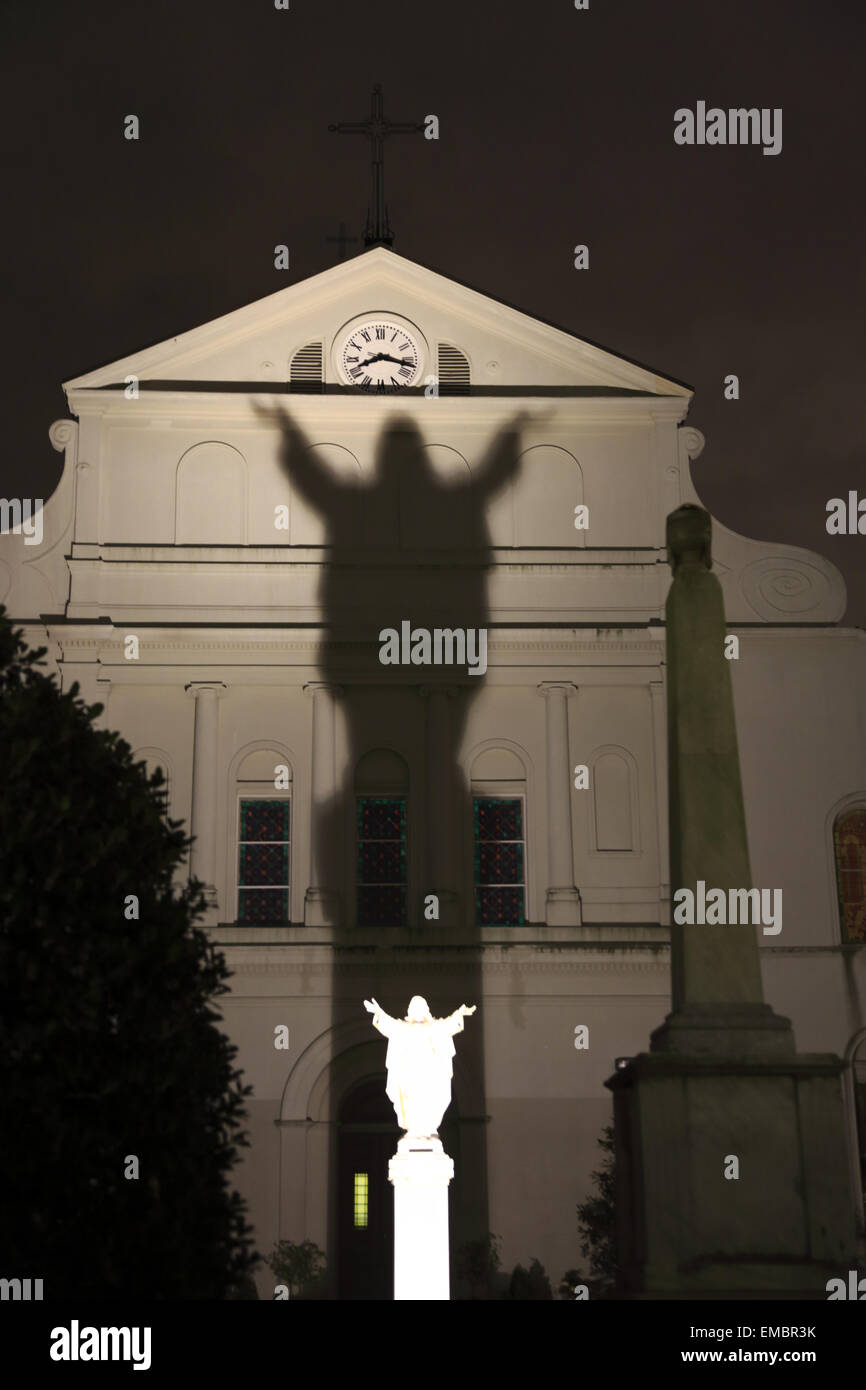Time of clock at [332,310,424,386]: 8:17
